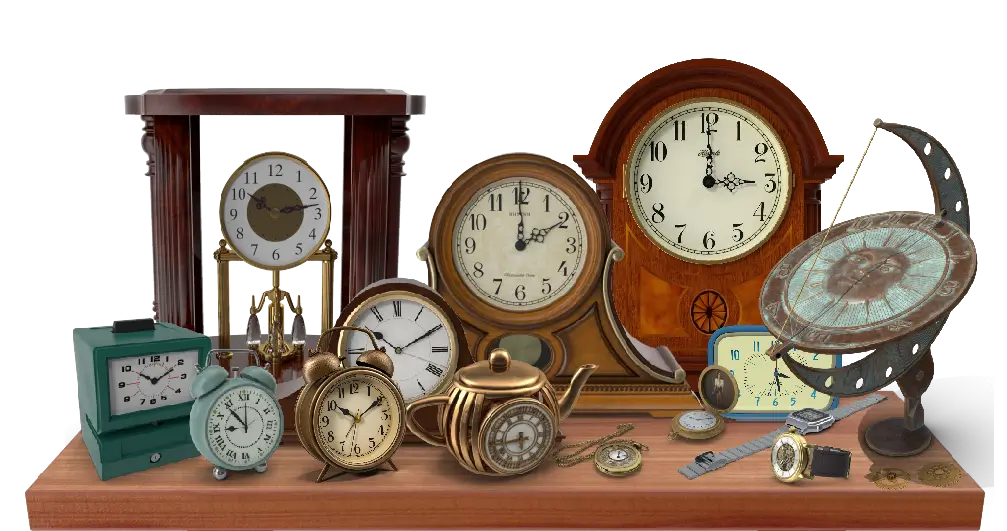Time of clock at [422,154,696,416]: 2:00
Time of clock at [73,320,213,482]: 10:07
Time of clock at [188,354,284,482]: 8:53
